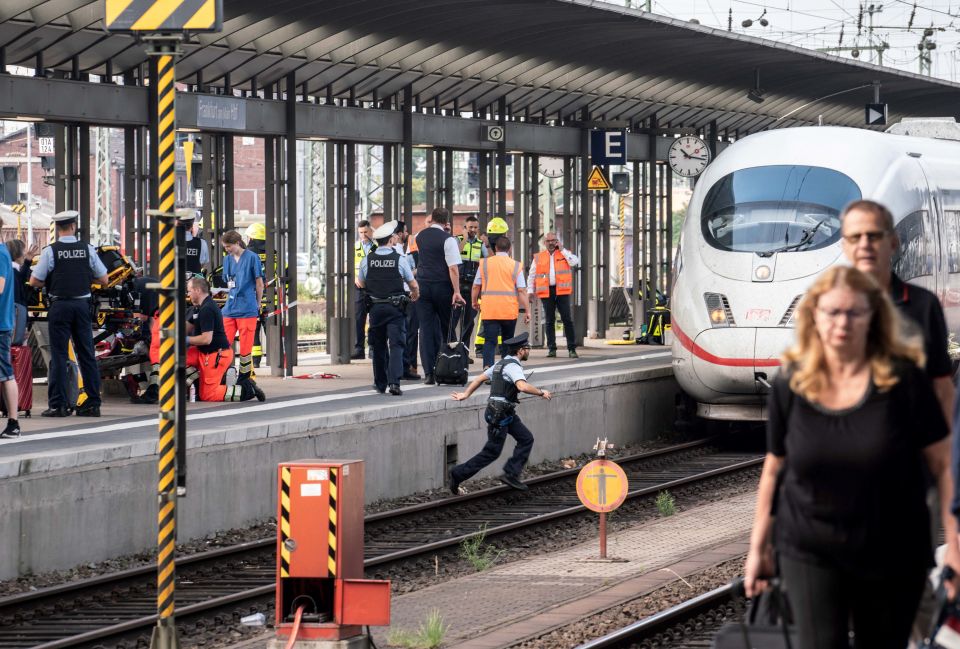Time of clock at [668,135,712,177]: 10:17
